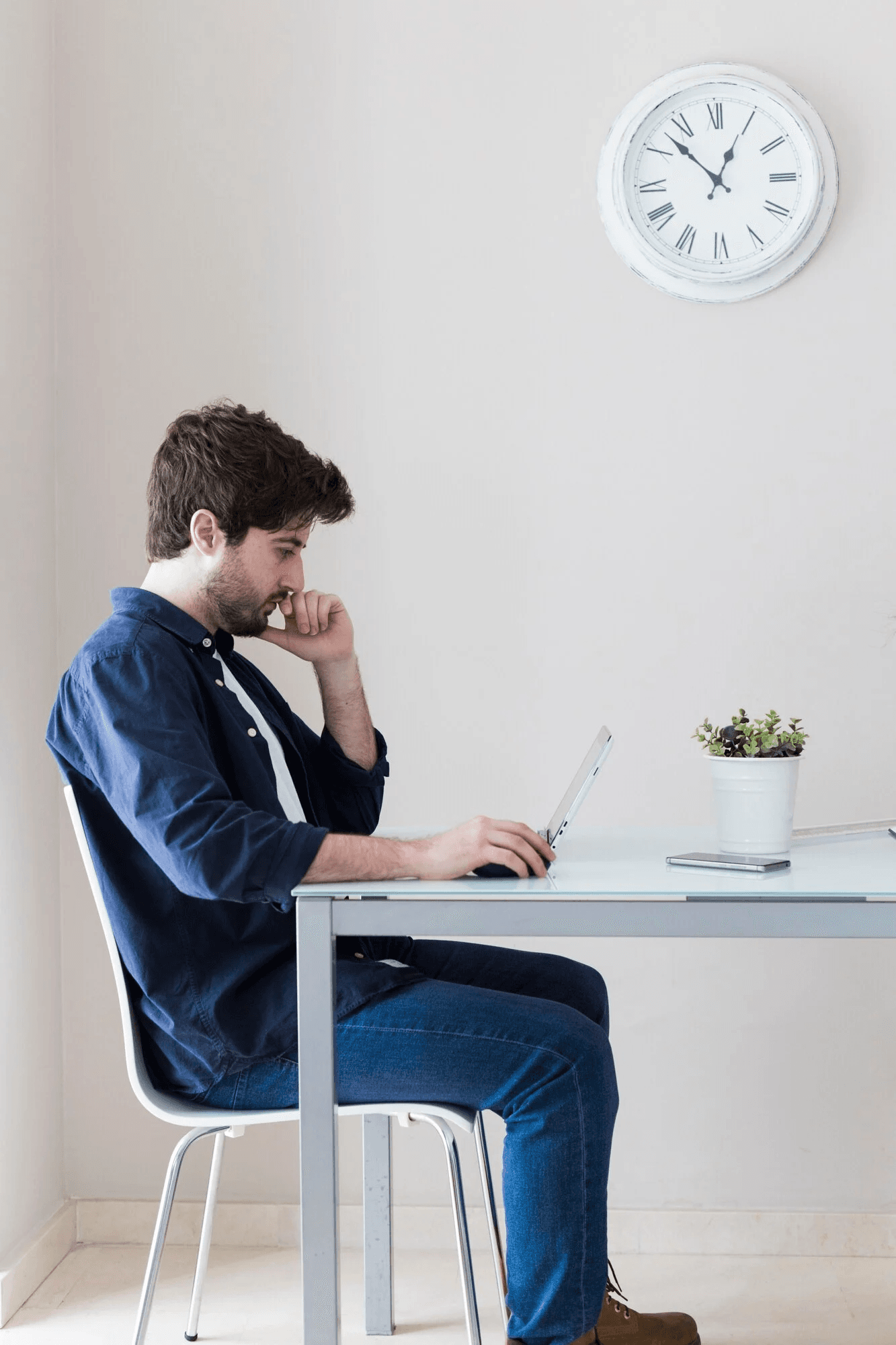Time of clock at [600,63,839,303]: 12:52
